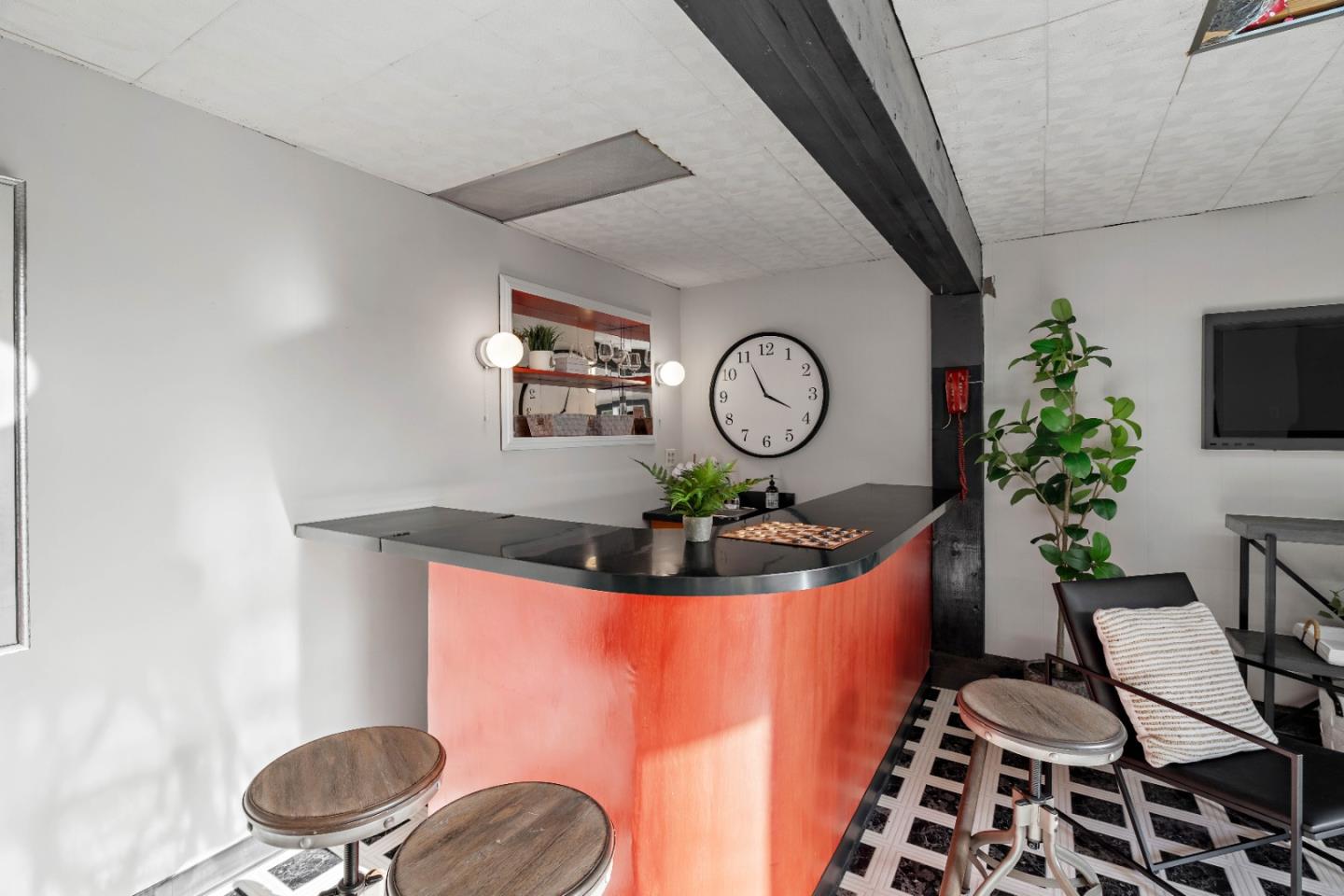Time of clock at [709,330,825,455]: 3:55
